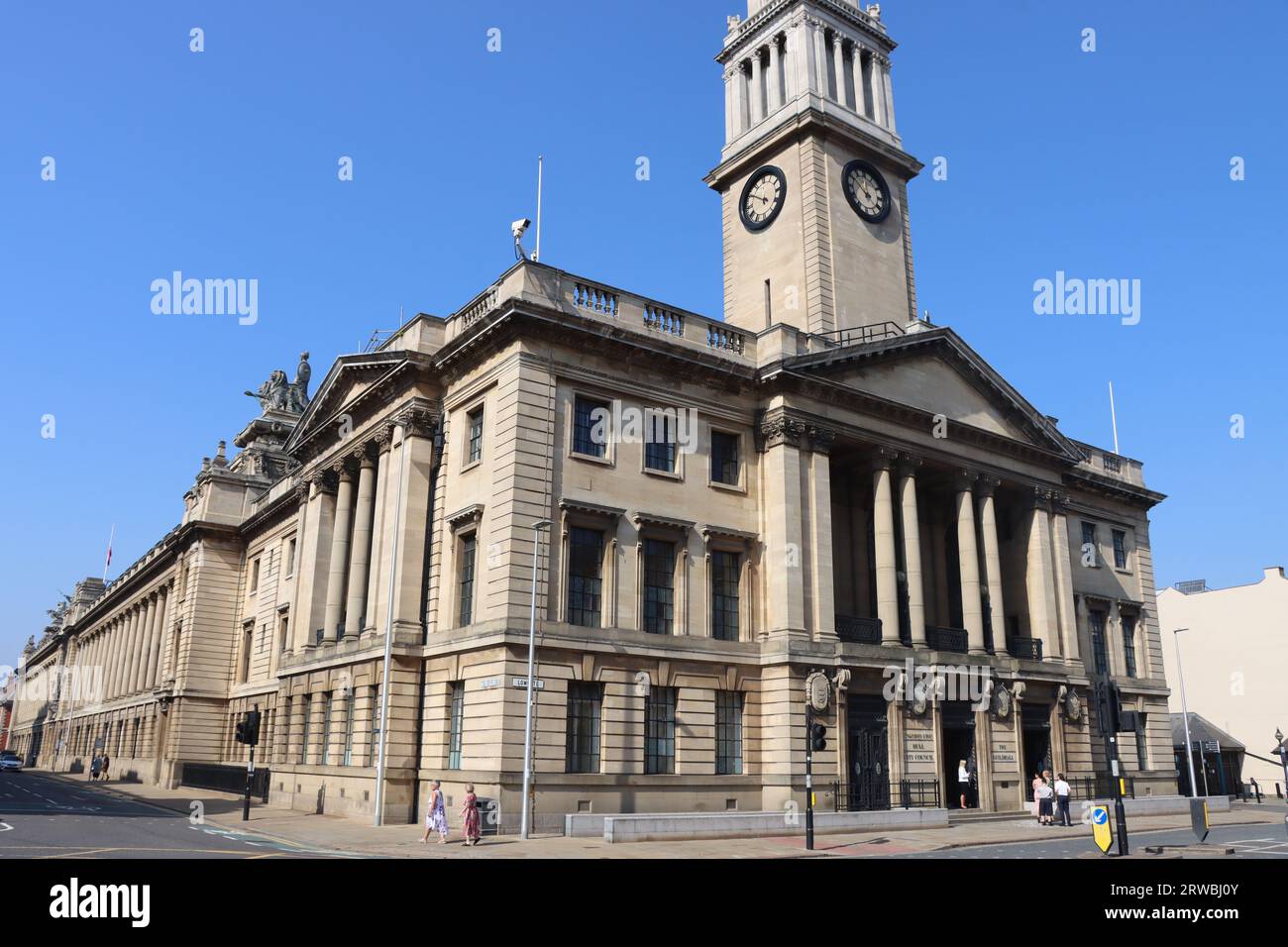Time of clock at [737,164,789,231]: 3:50
